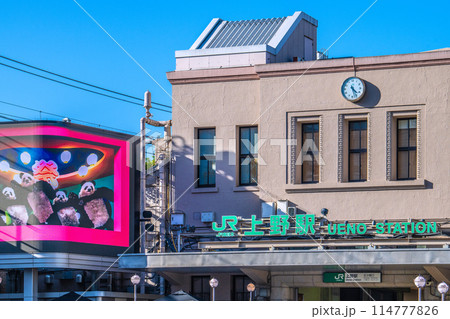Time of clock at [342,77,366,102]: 4:26
